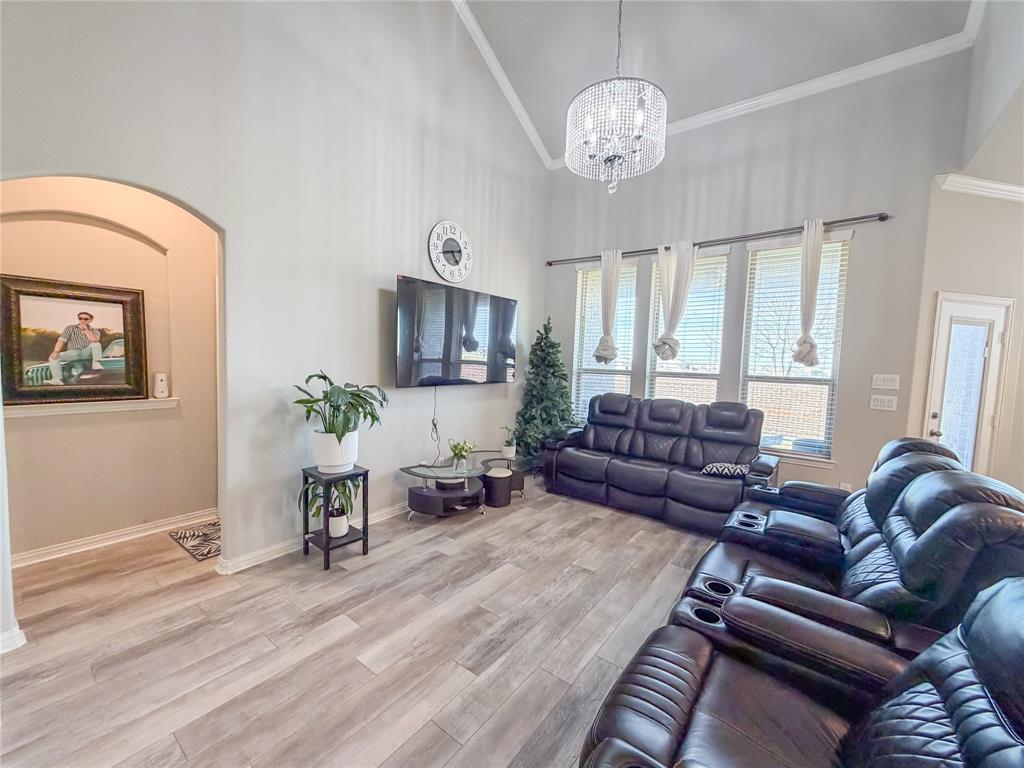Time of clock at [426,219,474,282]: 4:42
